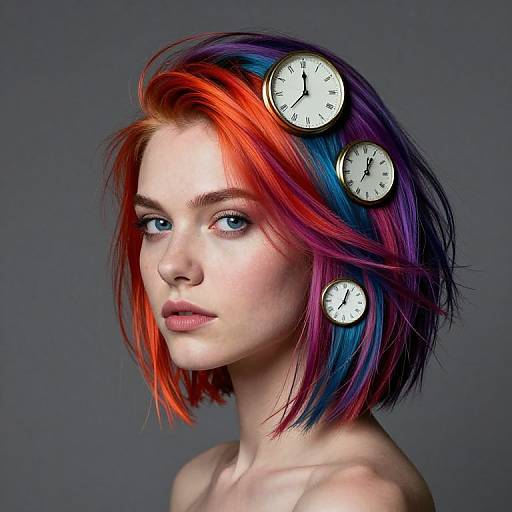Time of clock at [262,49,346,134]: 12:00
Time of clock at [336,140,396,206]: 12:04
